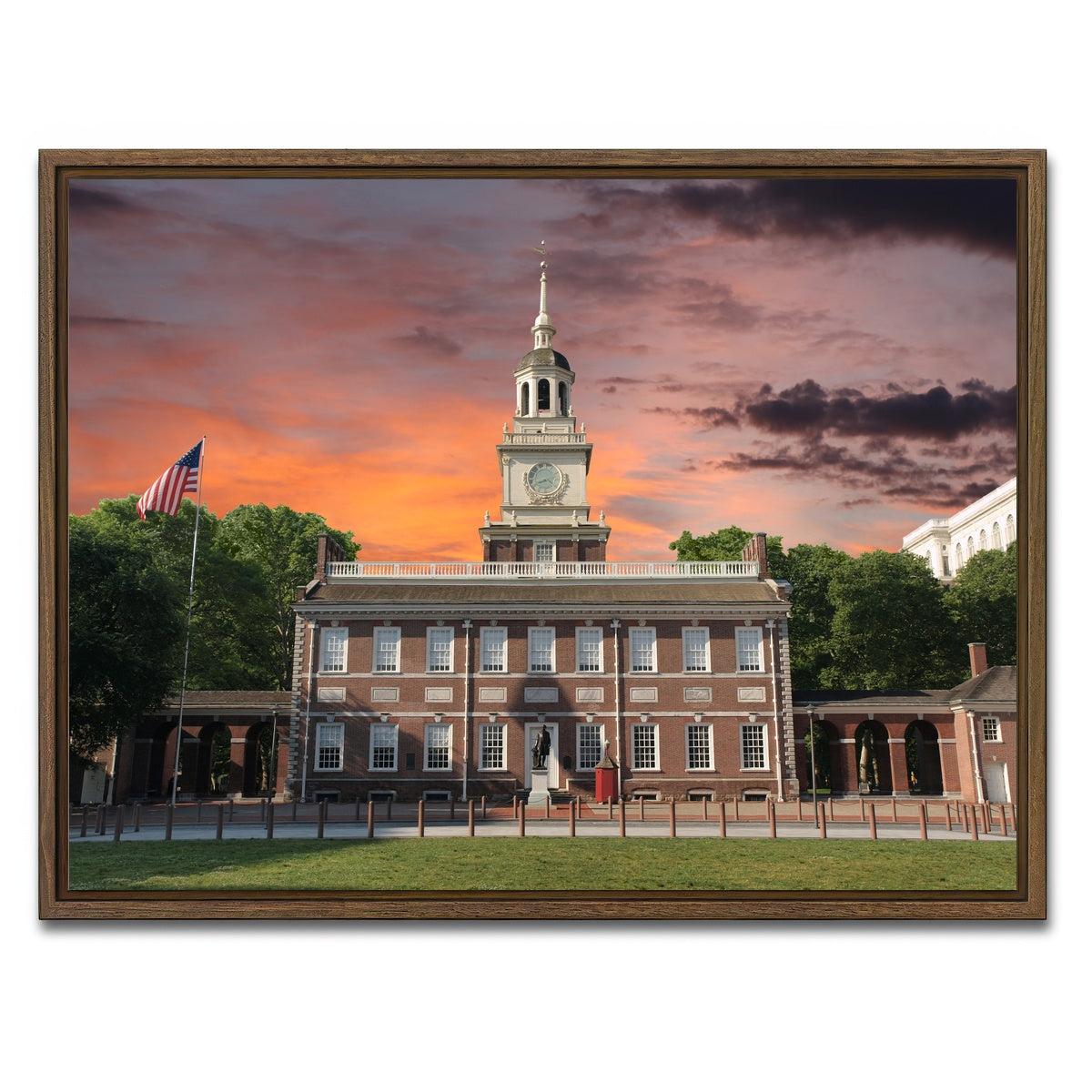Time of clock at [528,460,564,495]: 8:21
